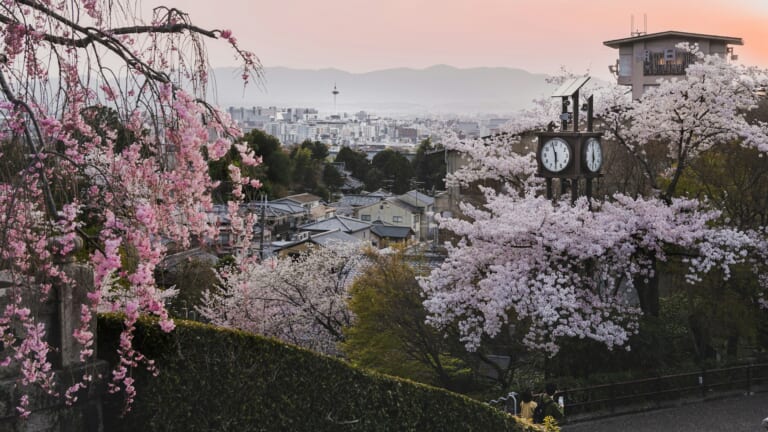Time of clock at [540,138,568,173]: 5:57
